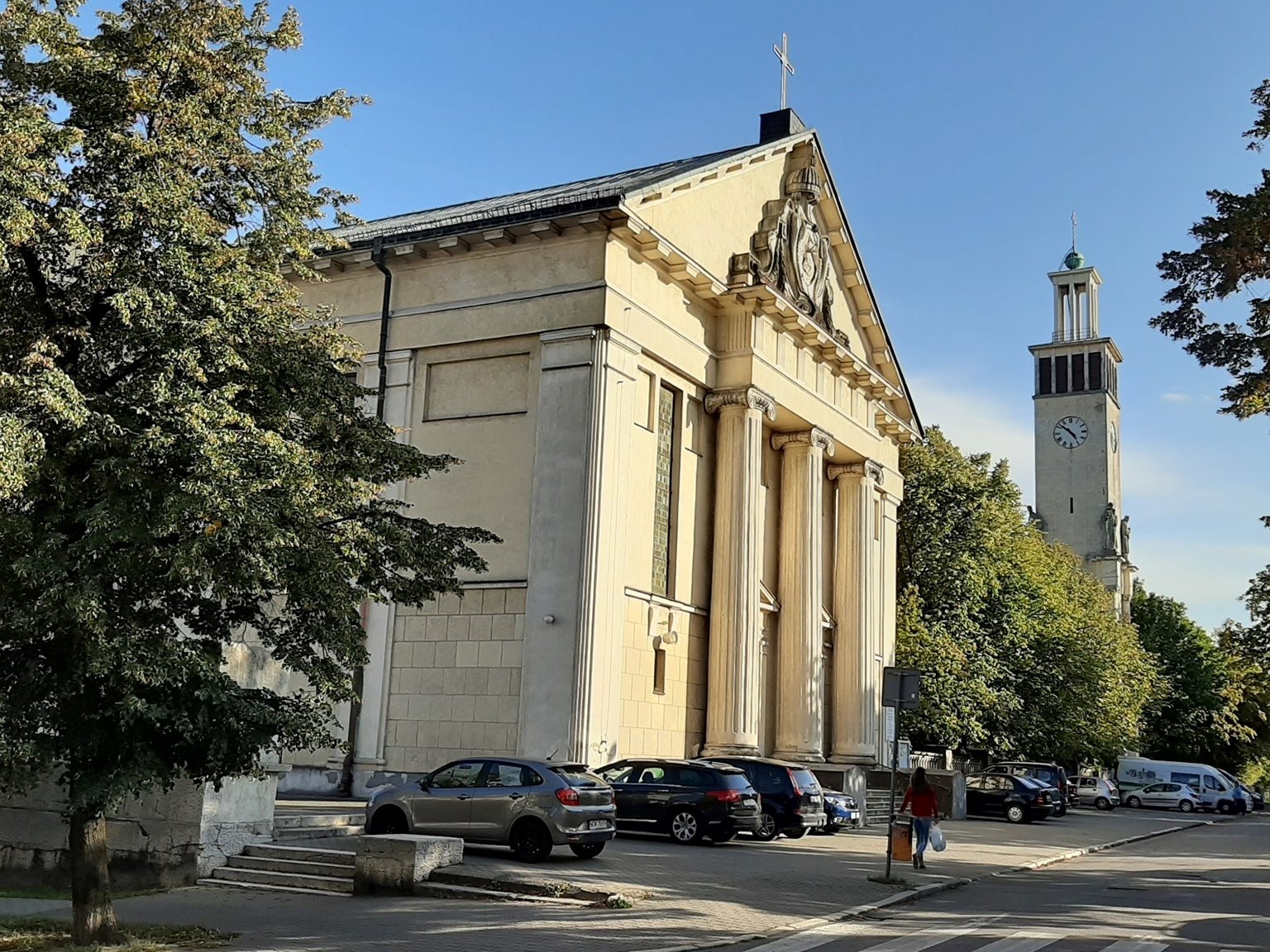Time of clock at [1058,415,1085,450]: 4:51
